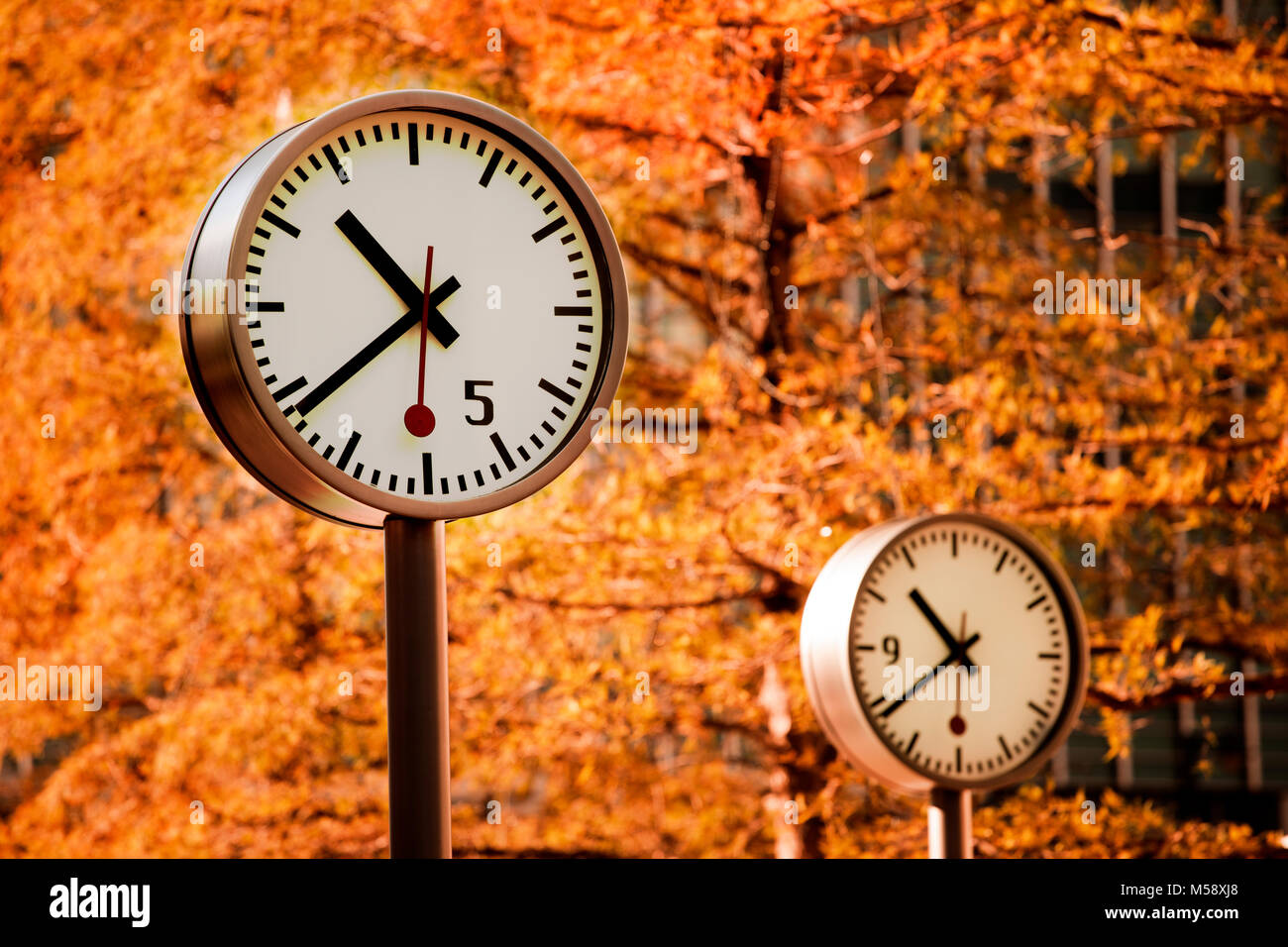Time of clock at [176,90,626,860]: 10:38
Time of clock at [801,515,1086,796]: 10:38
